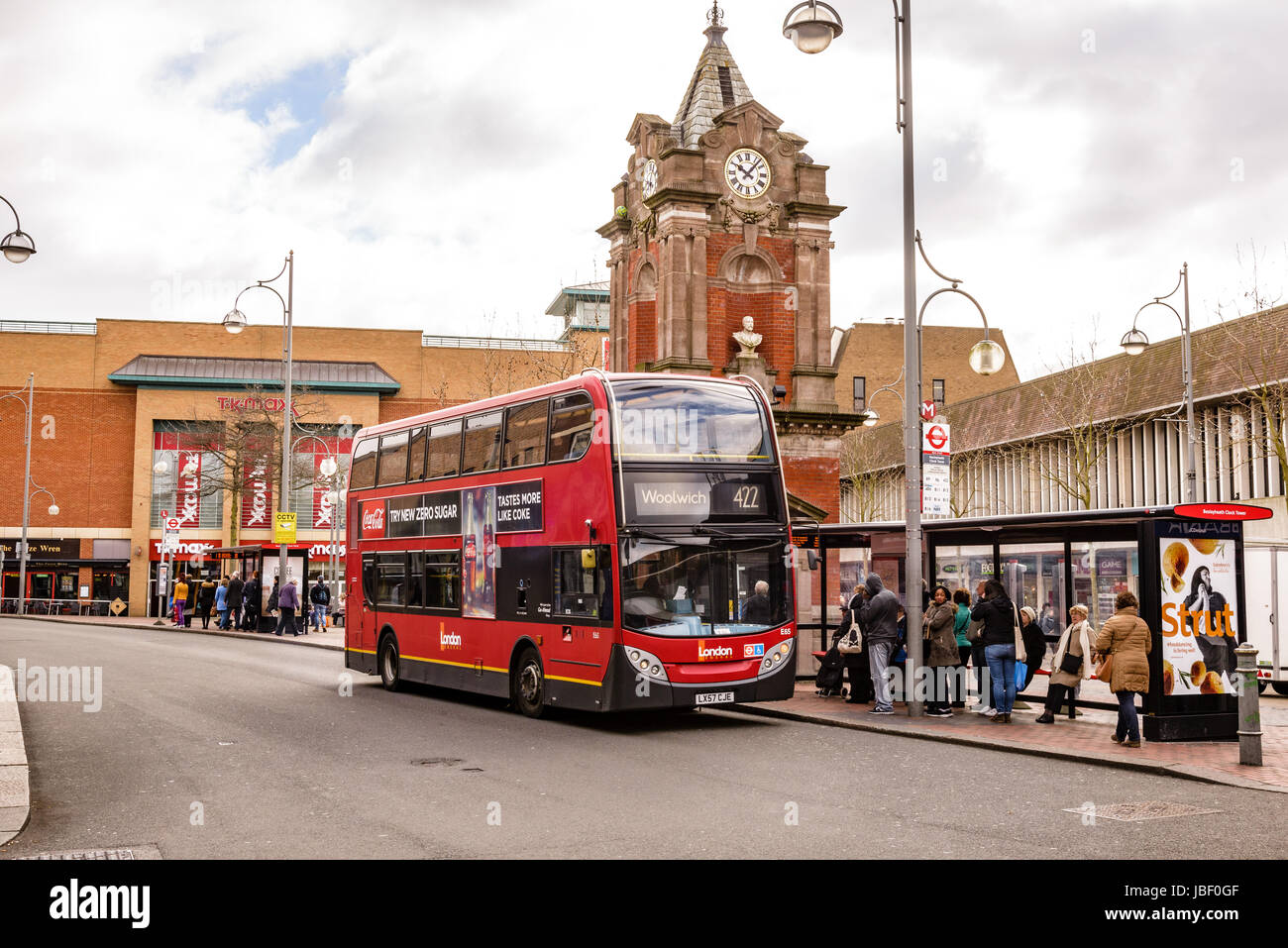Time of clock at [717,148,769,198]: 10:07
